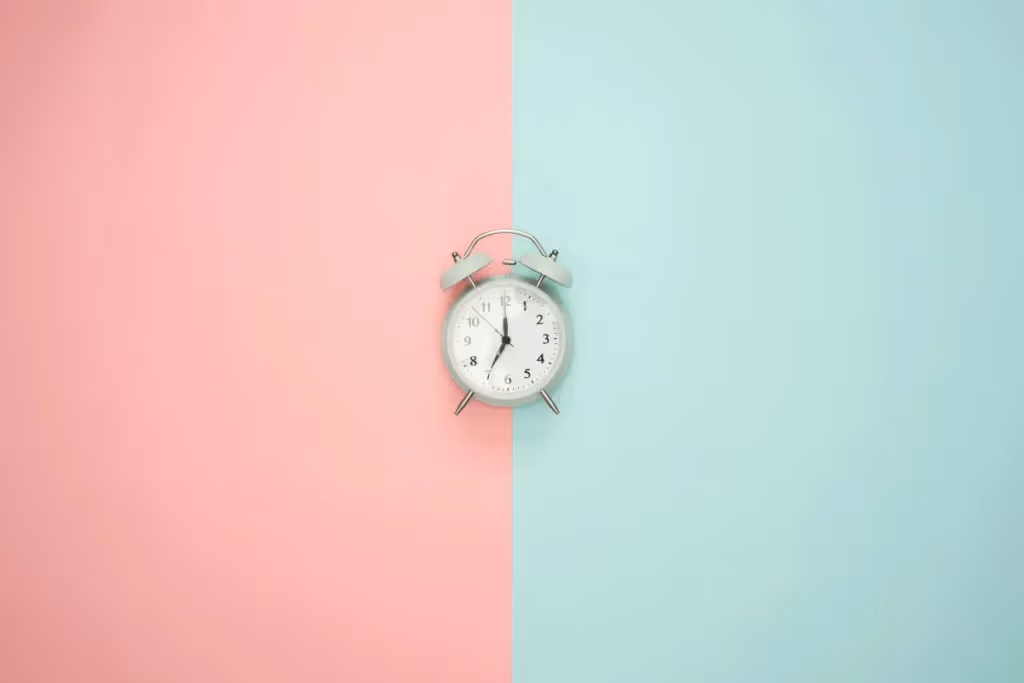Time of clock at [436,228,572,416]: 7:00
